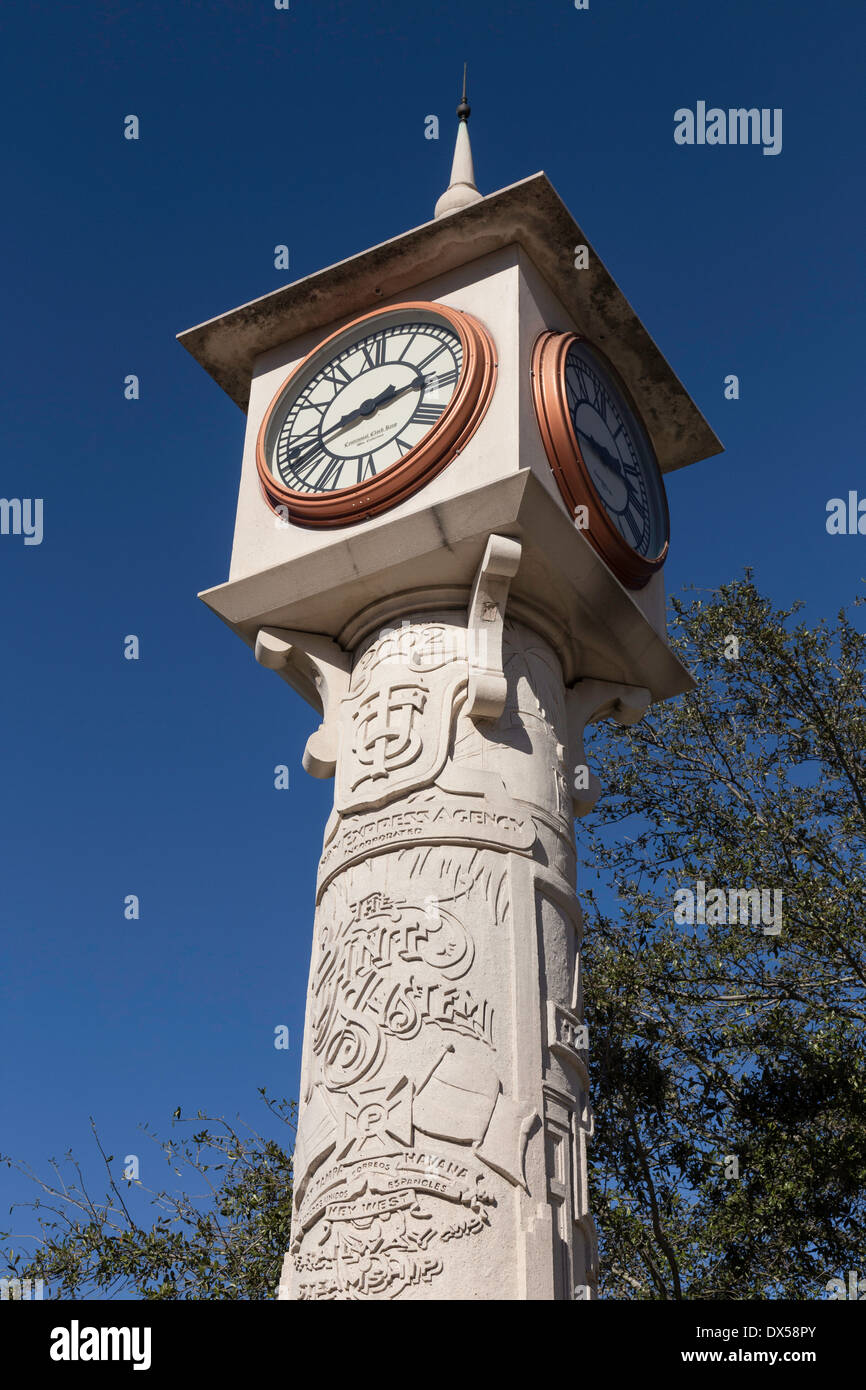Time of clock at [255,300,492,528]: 2:42
